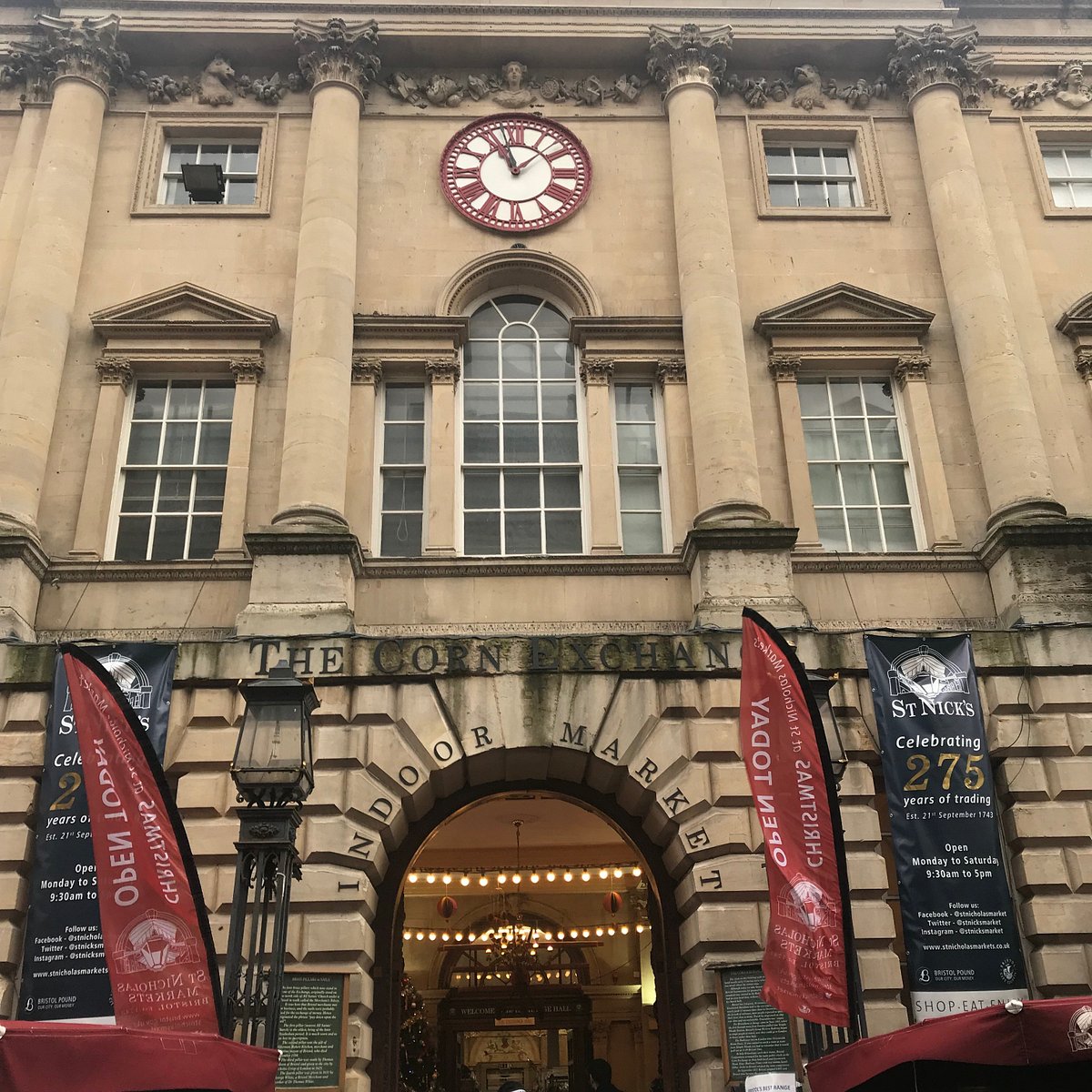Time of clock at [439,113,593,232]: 11:07
